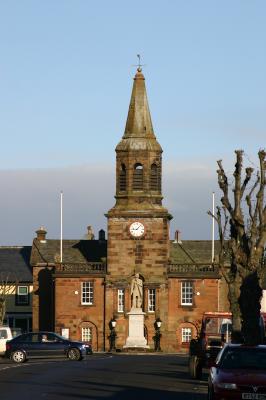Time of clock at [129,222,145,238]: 9:07
